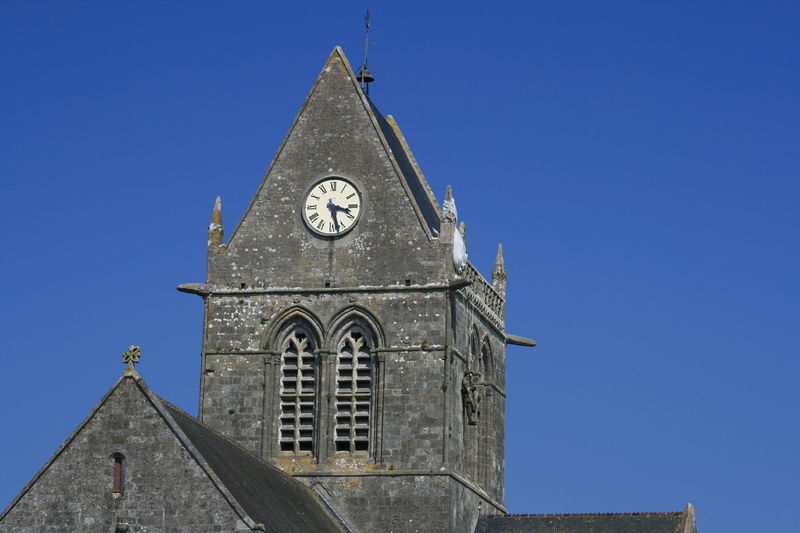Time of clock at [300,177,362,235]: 3:27
